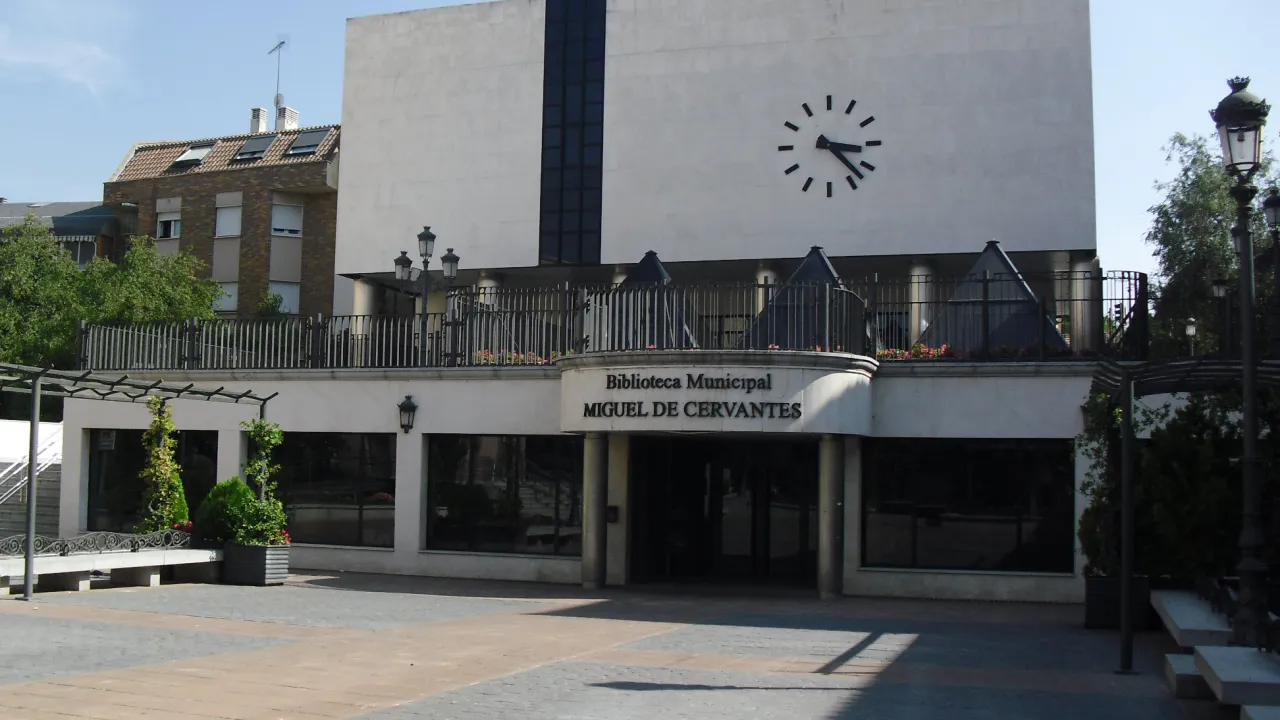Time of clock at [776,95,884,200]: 3:22
